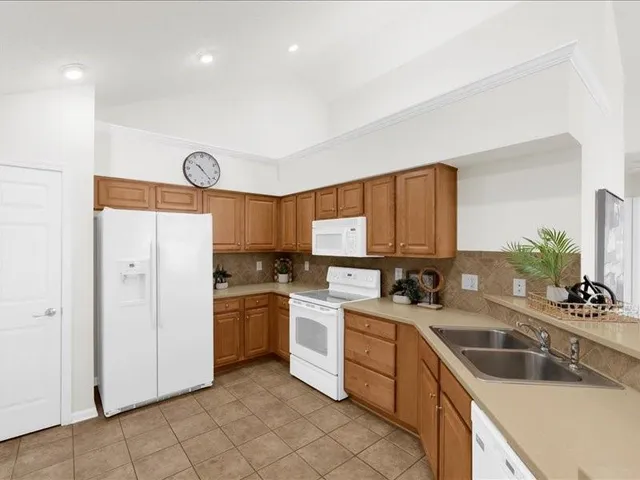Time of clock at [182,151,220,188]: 10:22
